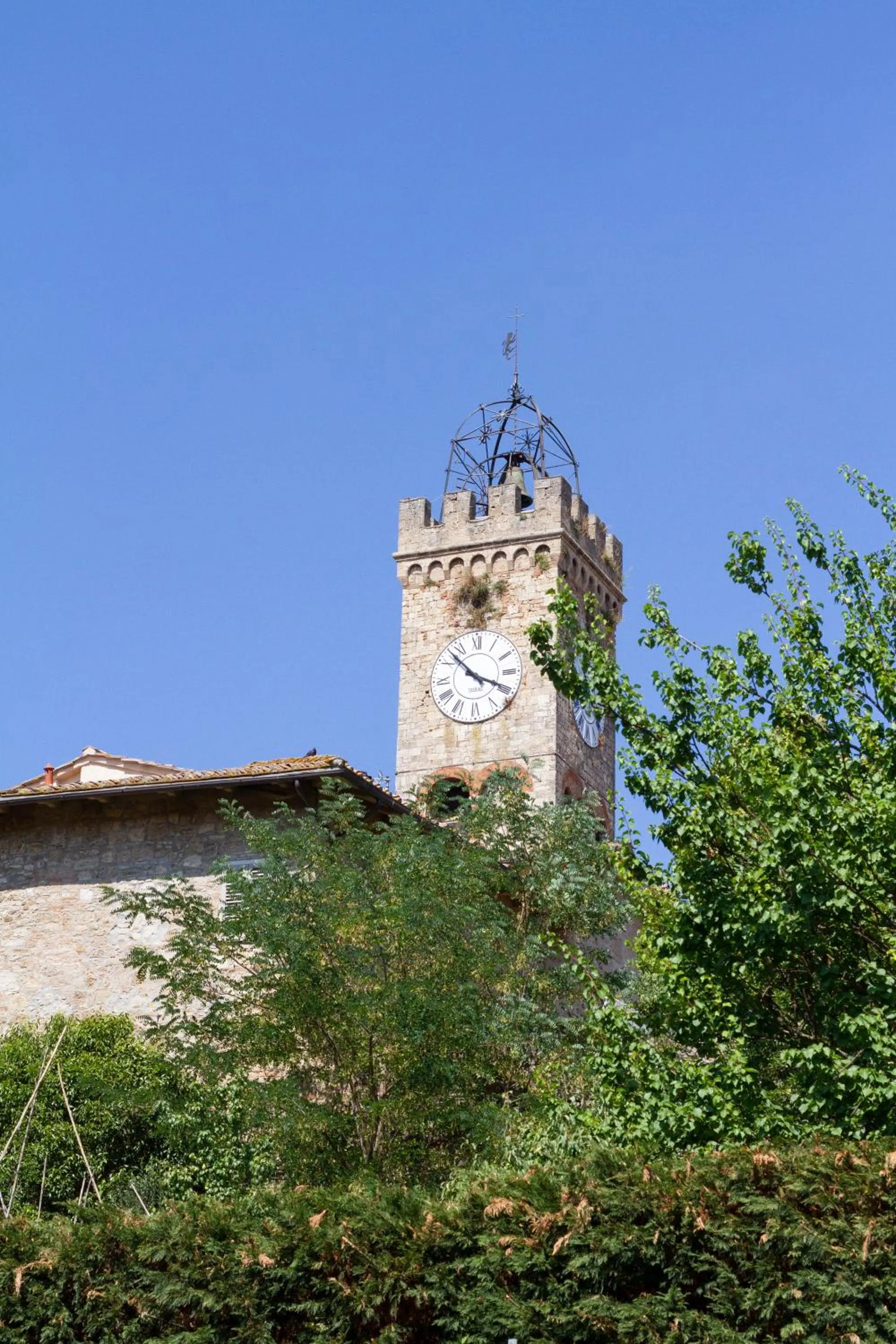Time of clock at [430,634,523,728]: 3:52
